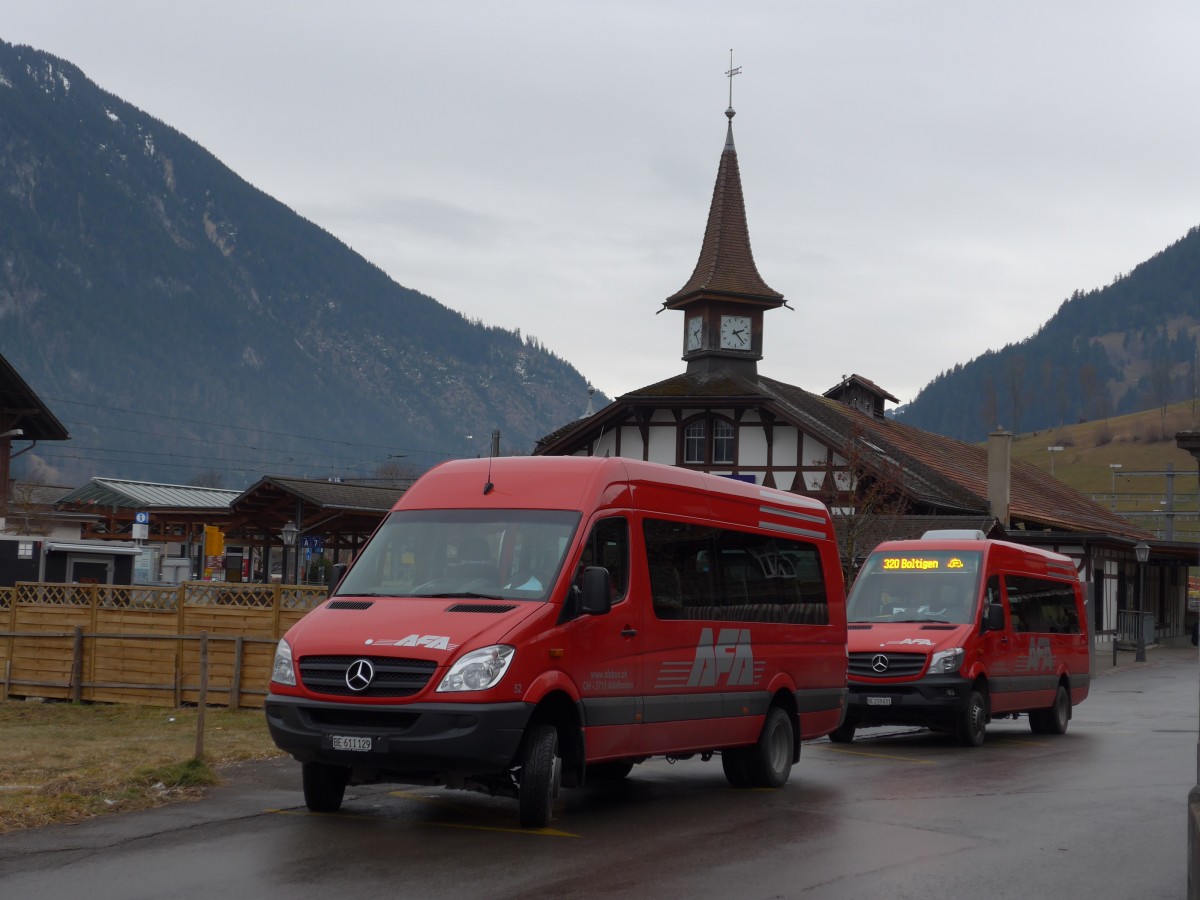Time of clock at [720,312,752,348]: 2:22
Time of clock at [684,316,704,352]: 2:23
